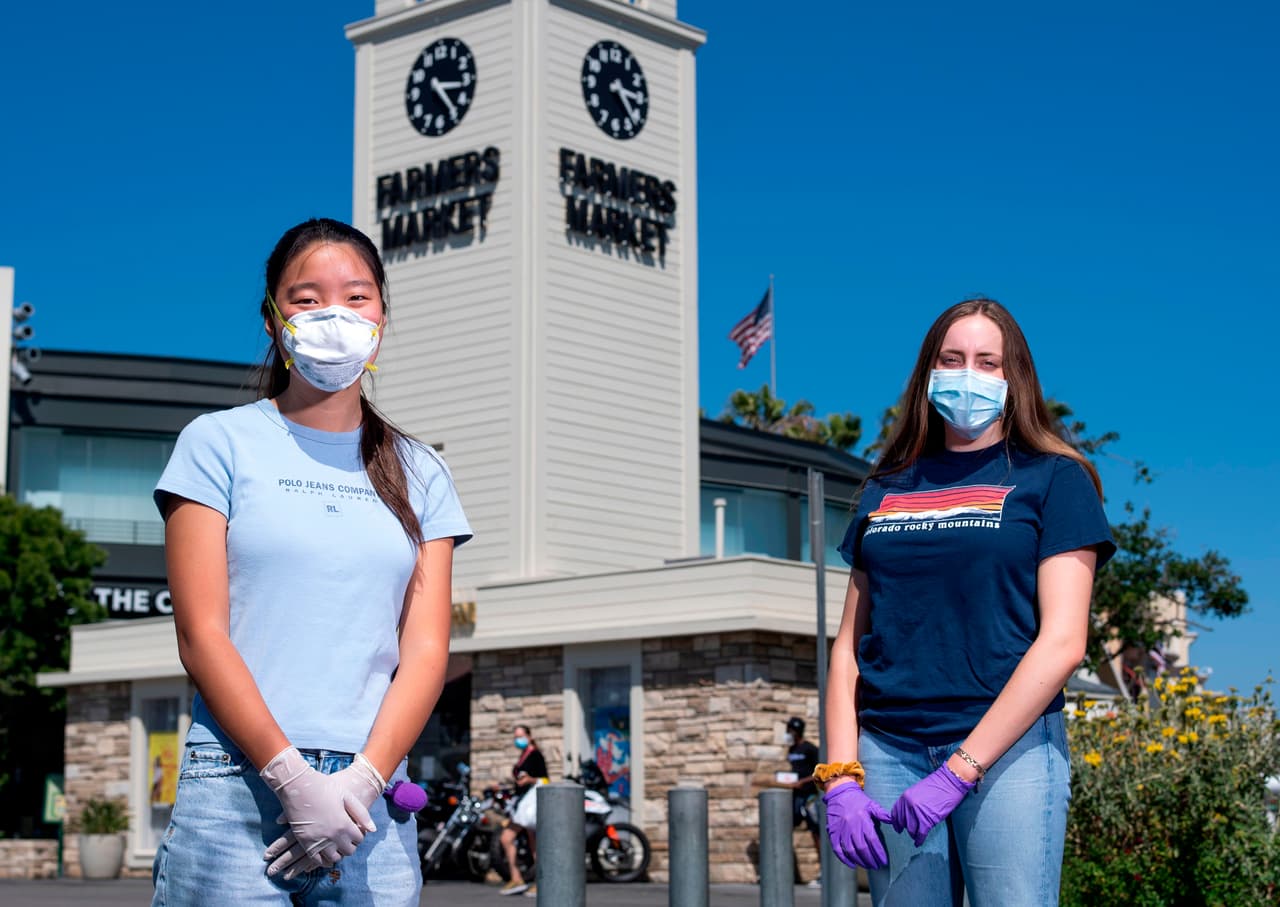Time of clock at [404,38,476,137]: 3:23
